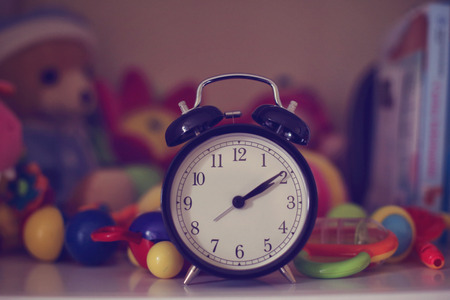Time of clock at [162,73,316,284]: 2:09
